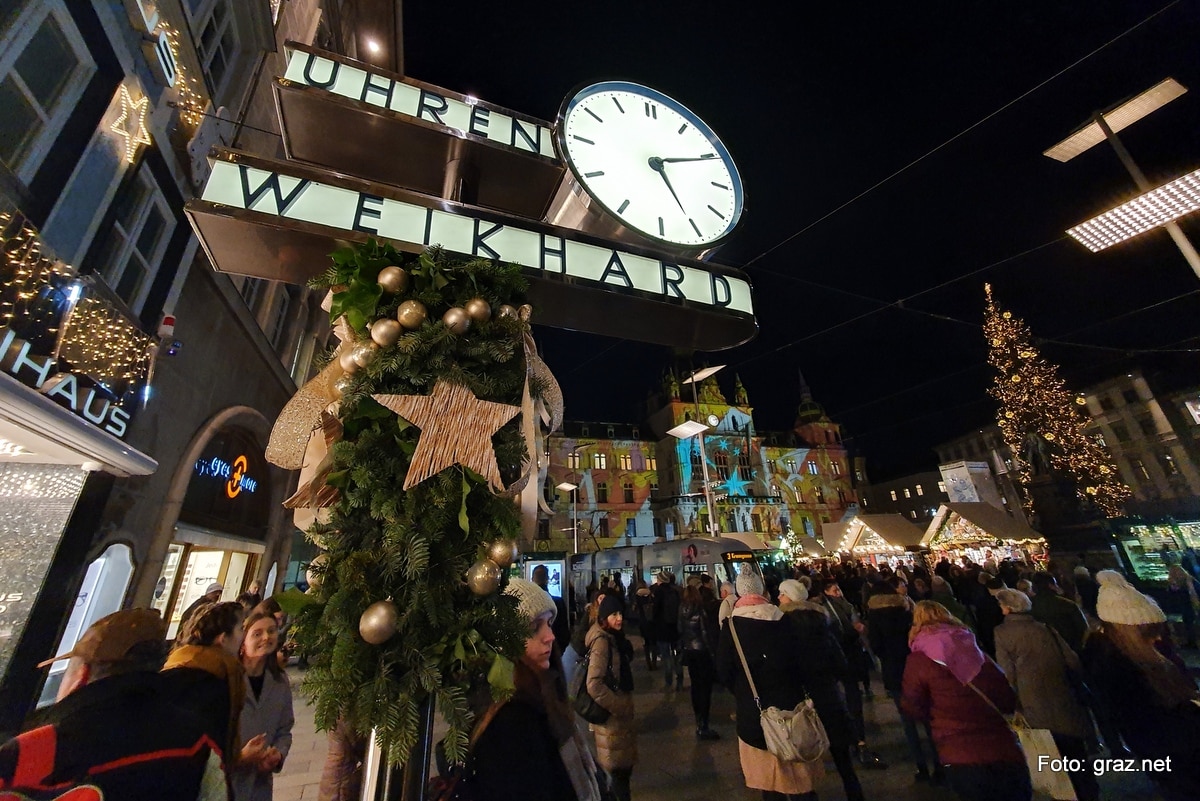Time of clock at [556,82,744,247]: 5:10
